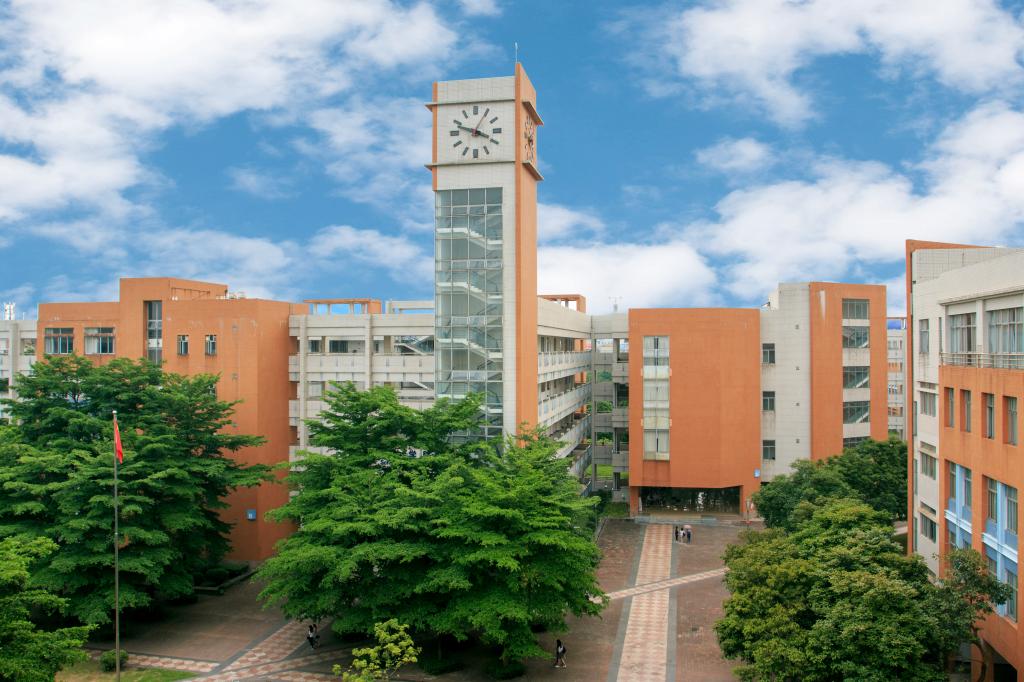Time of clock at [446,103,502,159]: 3:48
